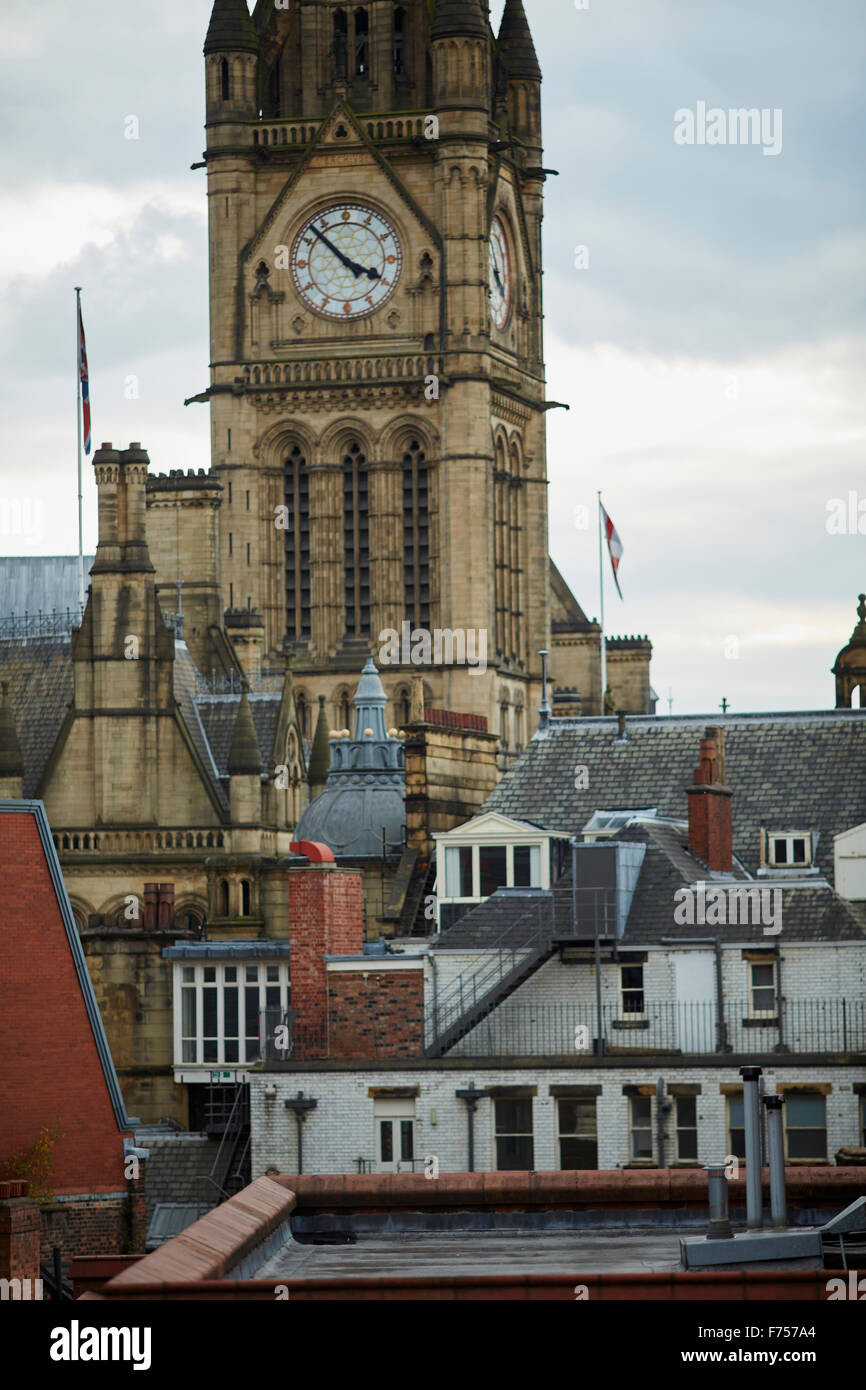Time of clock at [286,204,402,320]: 3:52
